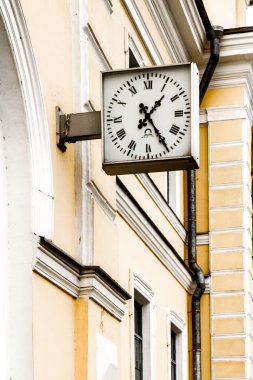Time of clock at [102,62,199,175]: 1:24
